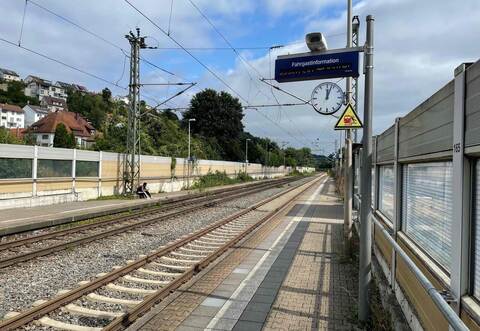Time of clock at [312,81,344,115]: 12:03
